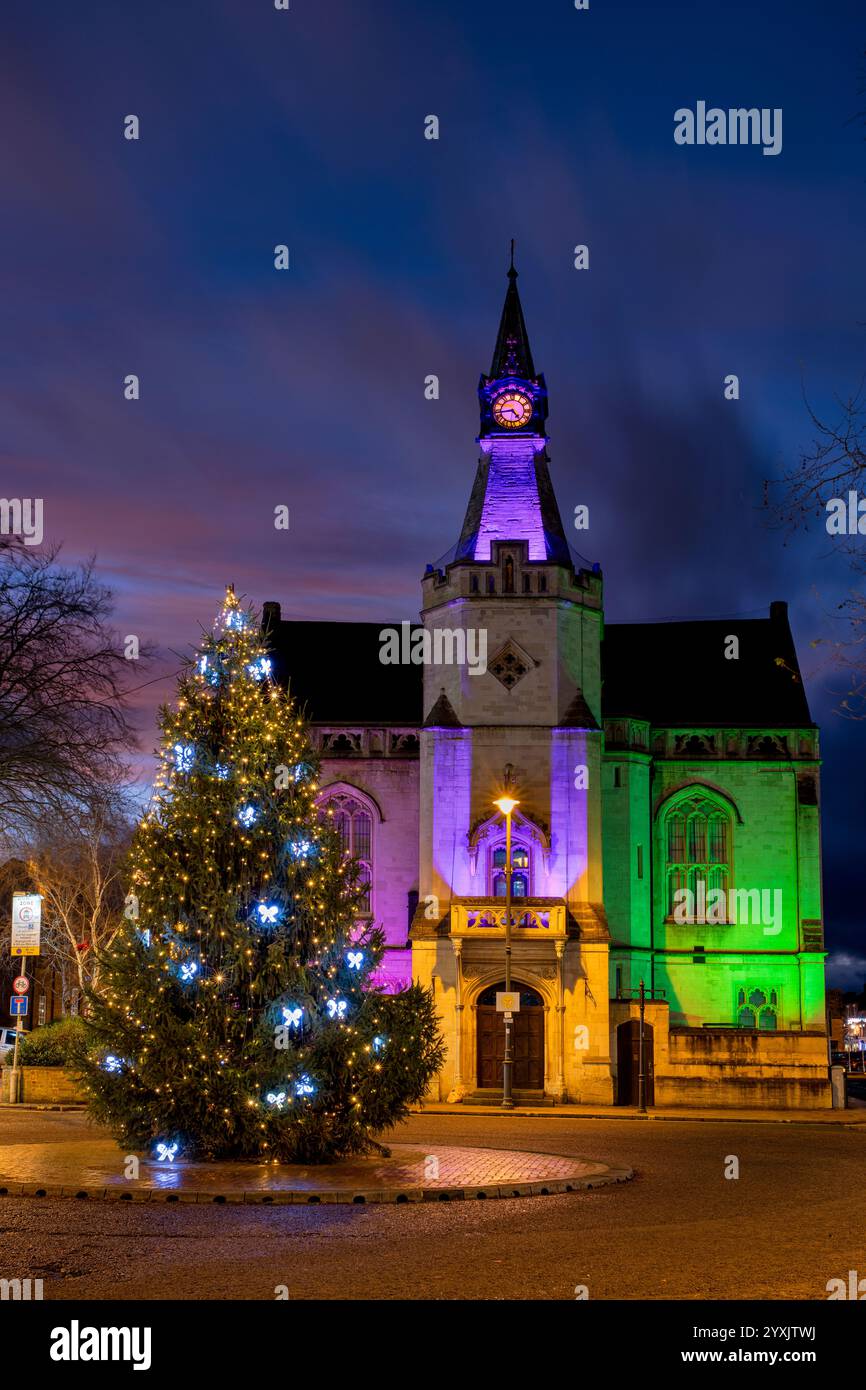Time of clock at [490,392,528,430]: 4:42
